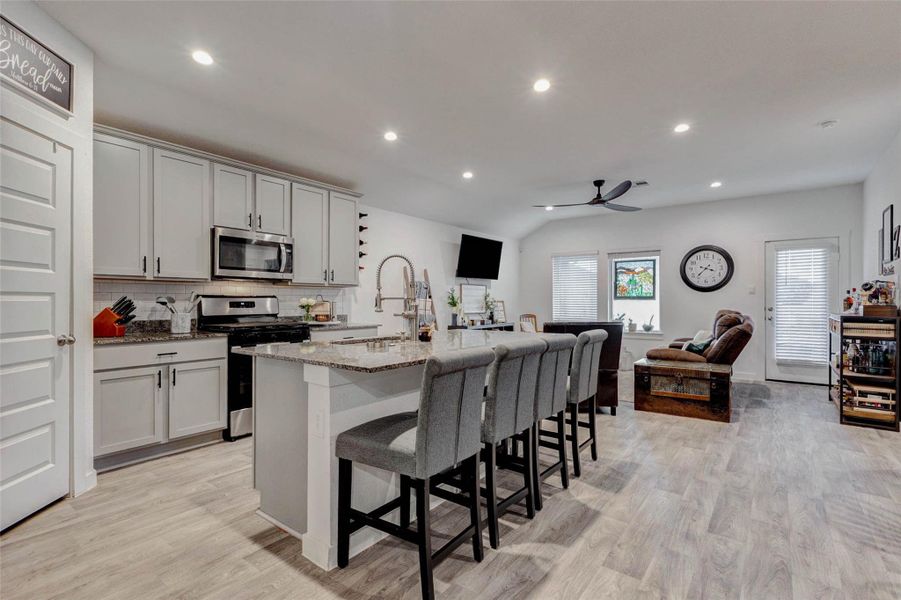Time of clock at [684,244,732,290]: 3:37
